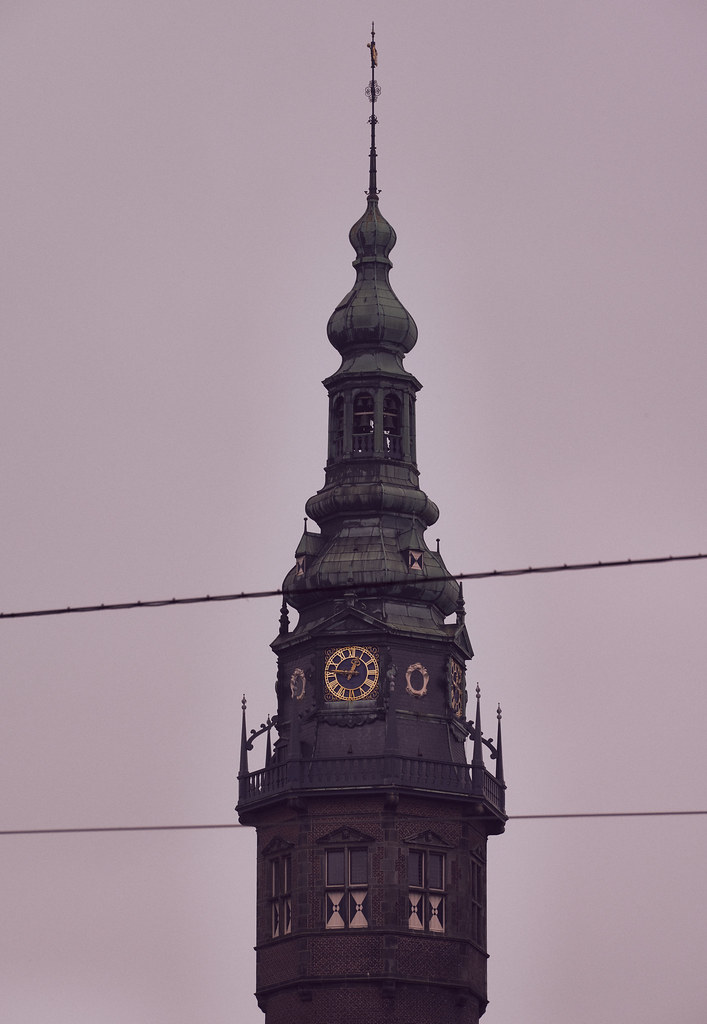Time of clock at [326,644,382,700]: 12:46
